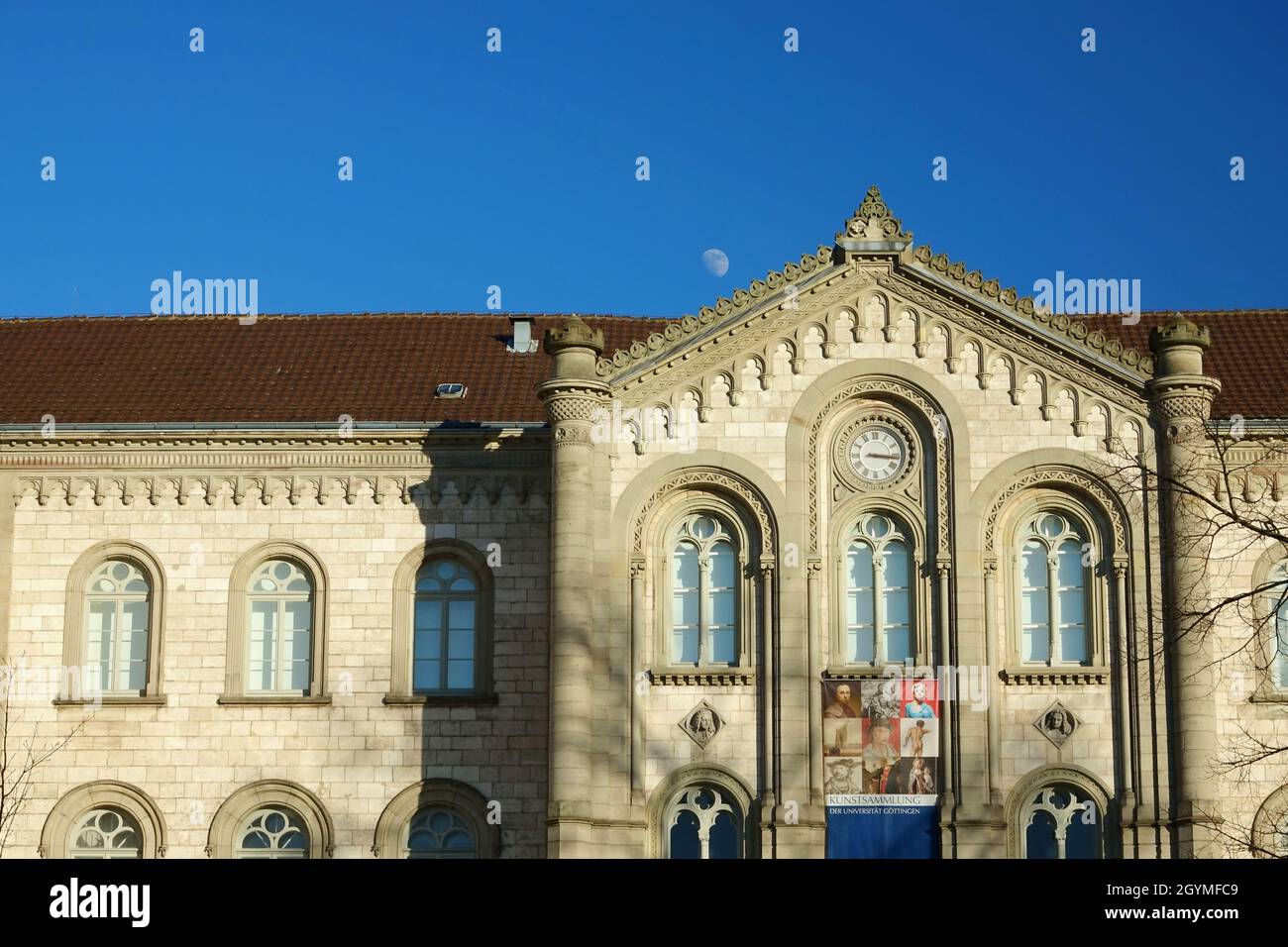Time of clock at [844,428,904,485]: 3:16
